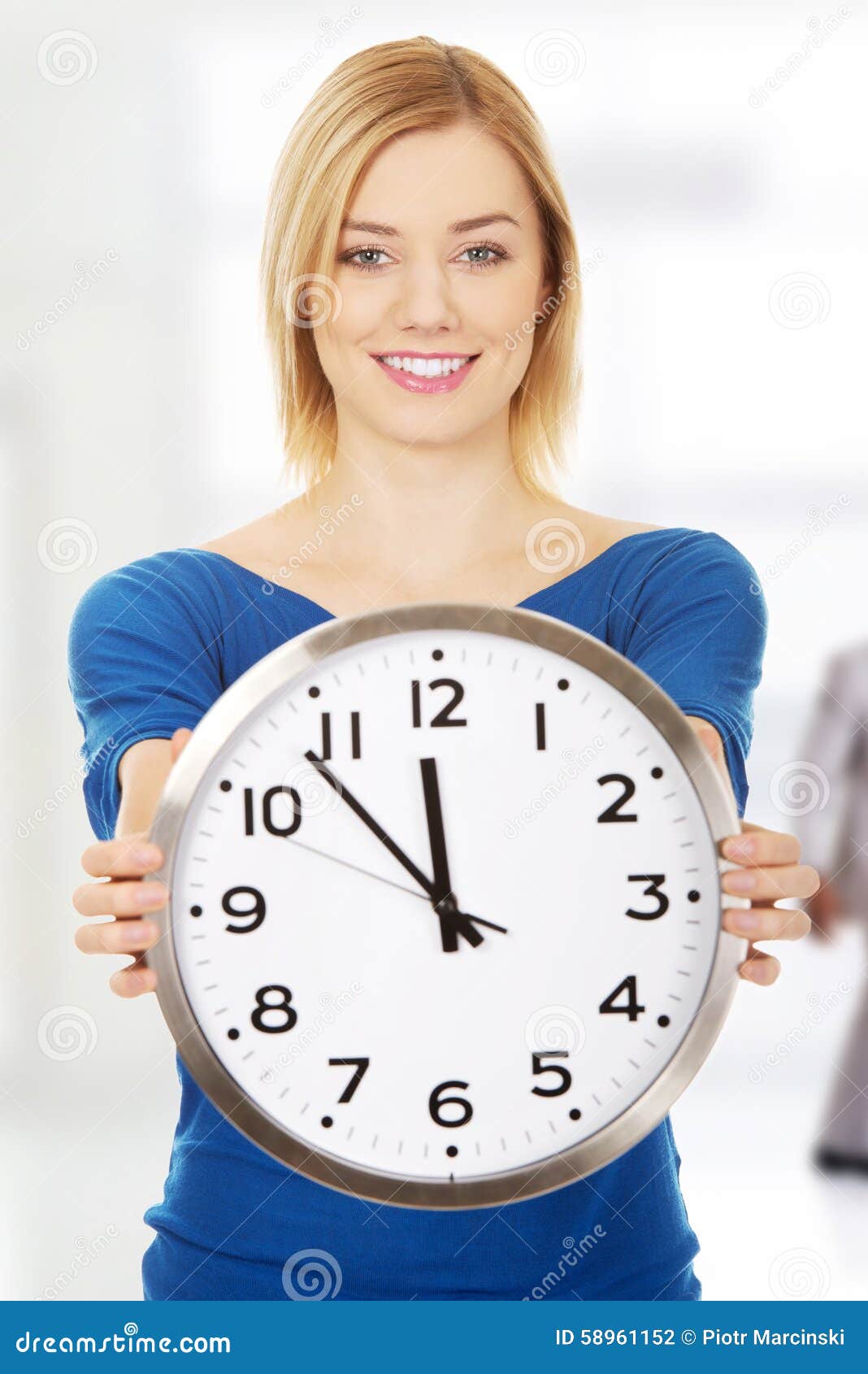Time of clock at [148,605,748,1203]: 11:53
